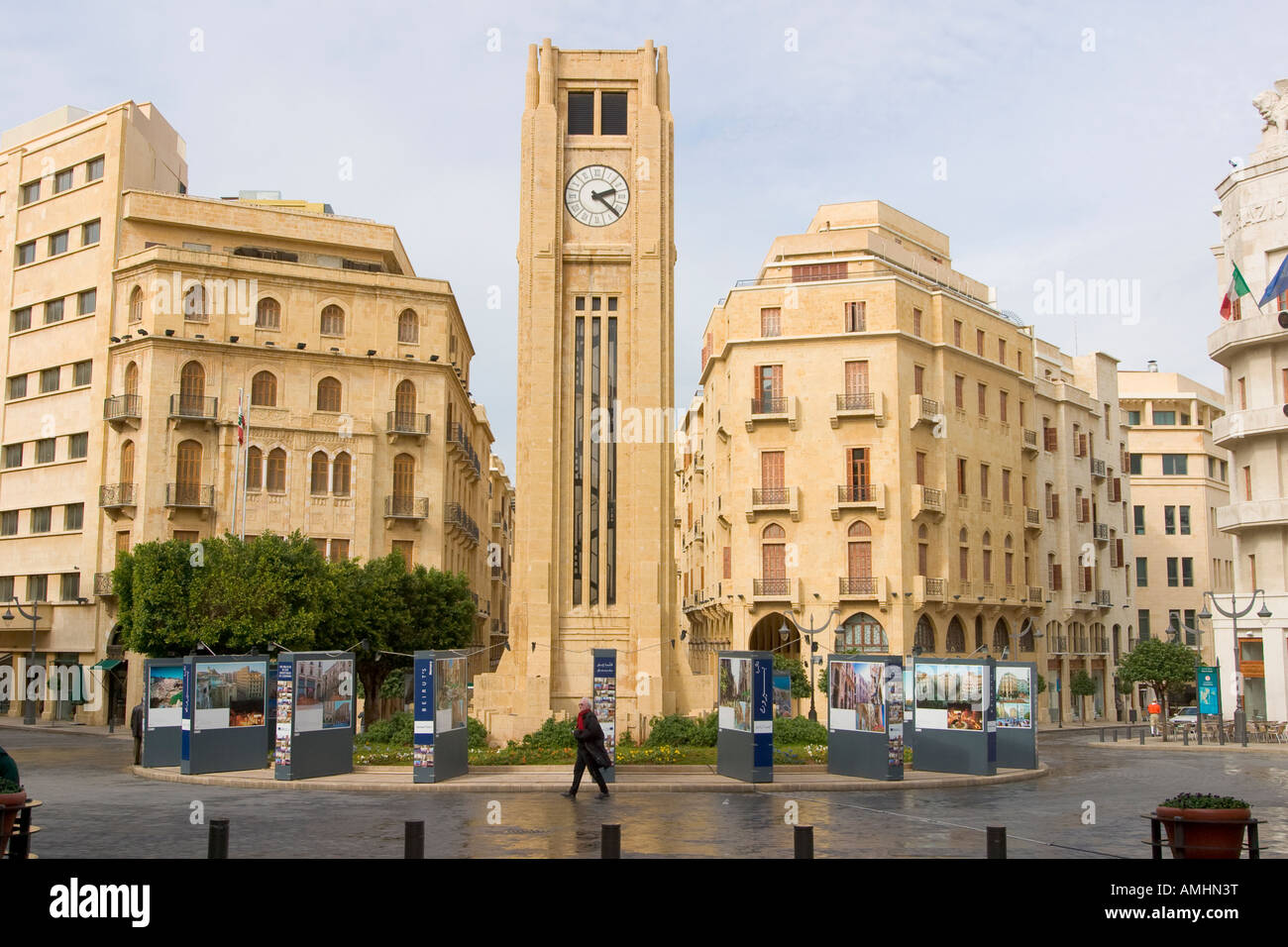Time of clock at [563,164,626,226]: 2:22
